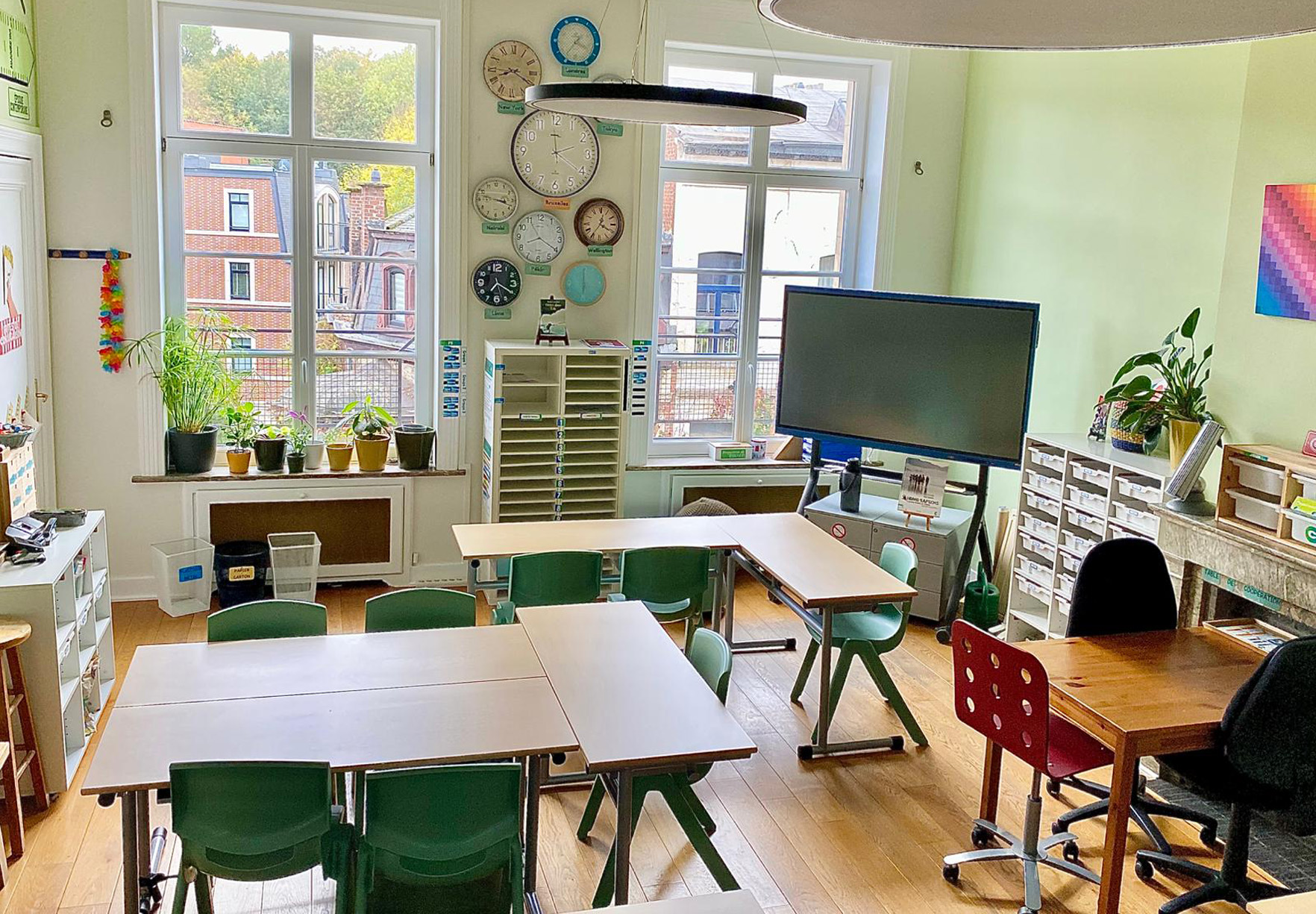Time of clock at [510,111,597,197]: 2:20
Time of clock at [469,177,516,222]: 3:18
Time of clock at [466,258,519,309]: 7:20
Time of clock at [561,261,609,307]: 5:59
